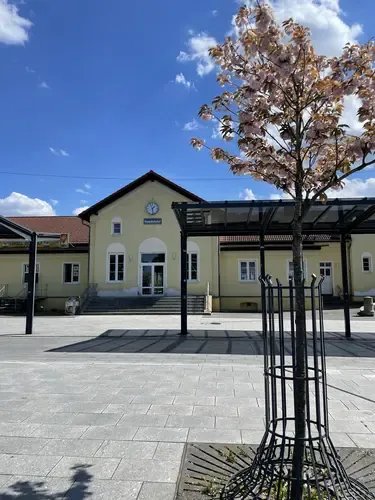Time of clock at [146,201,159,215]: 1:28
